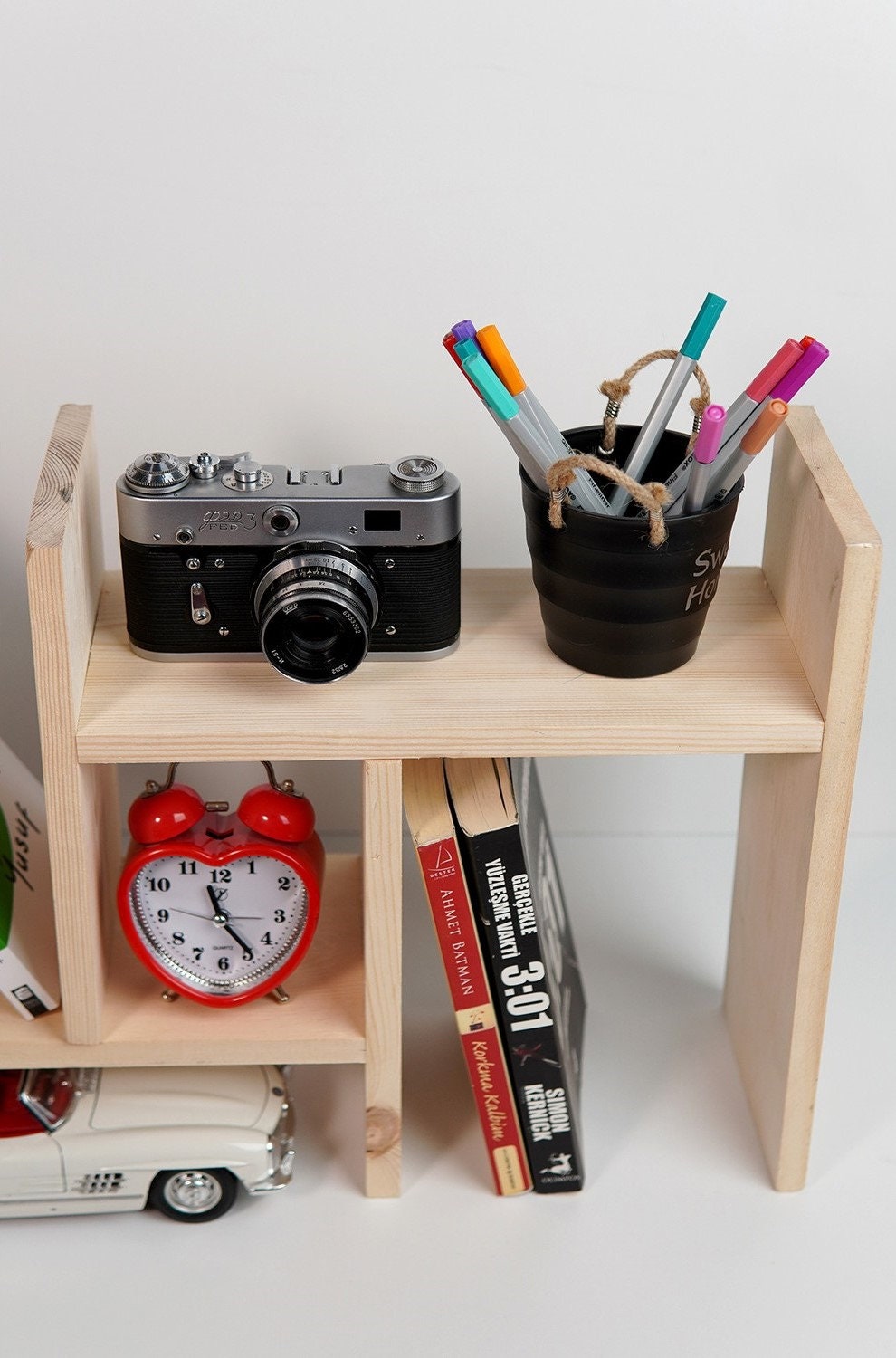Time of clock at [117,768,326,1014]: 11:23
